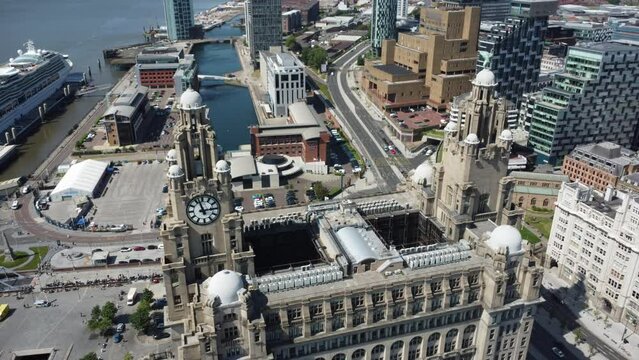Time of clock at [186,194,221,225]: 2:57
